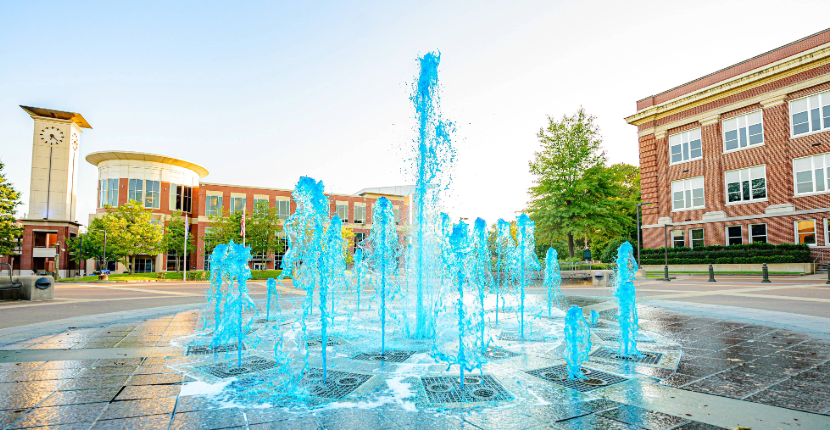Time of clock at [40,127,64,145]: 6:22
